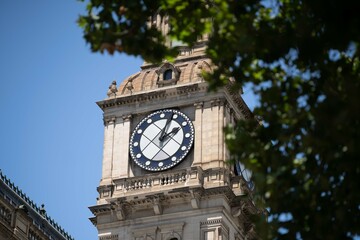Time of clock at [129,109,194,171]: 2:03
